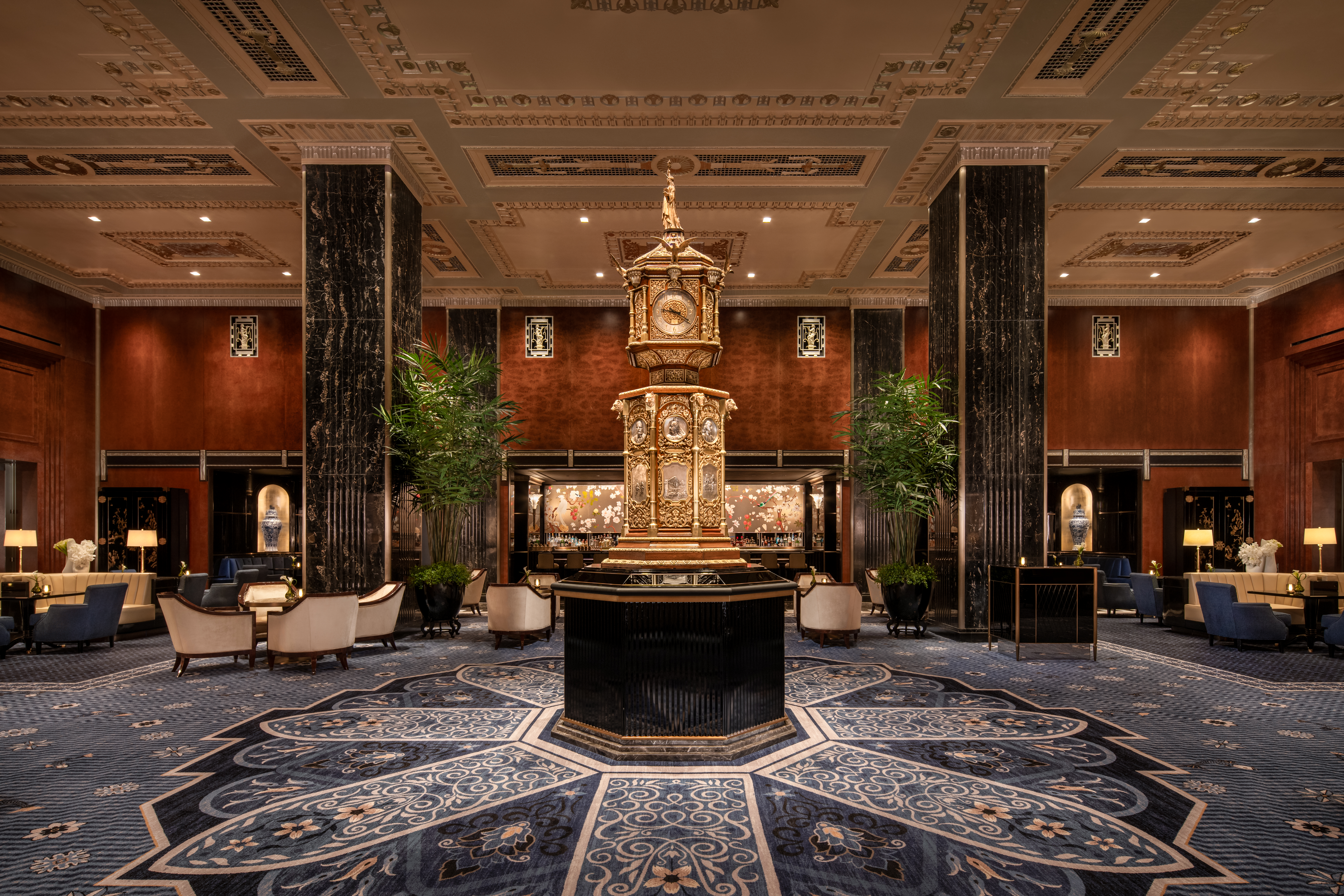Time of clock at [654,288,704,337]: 9:20
